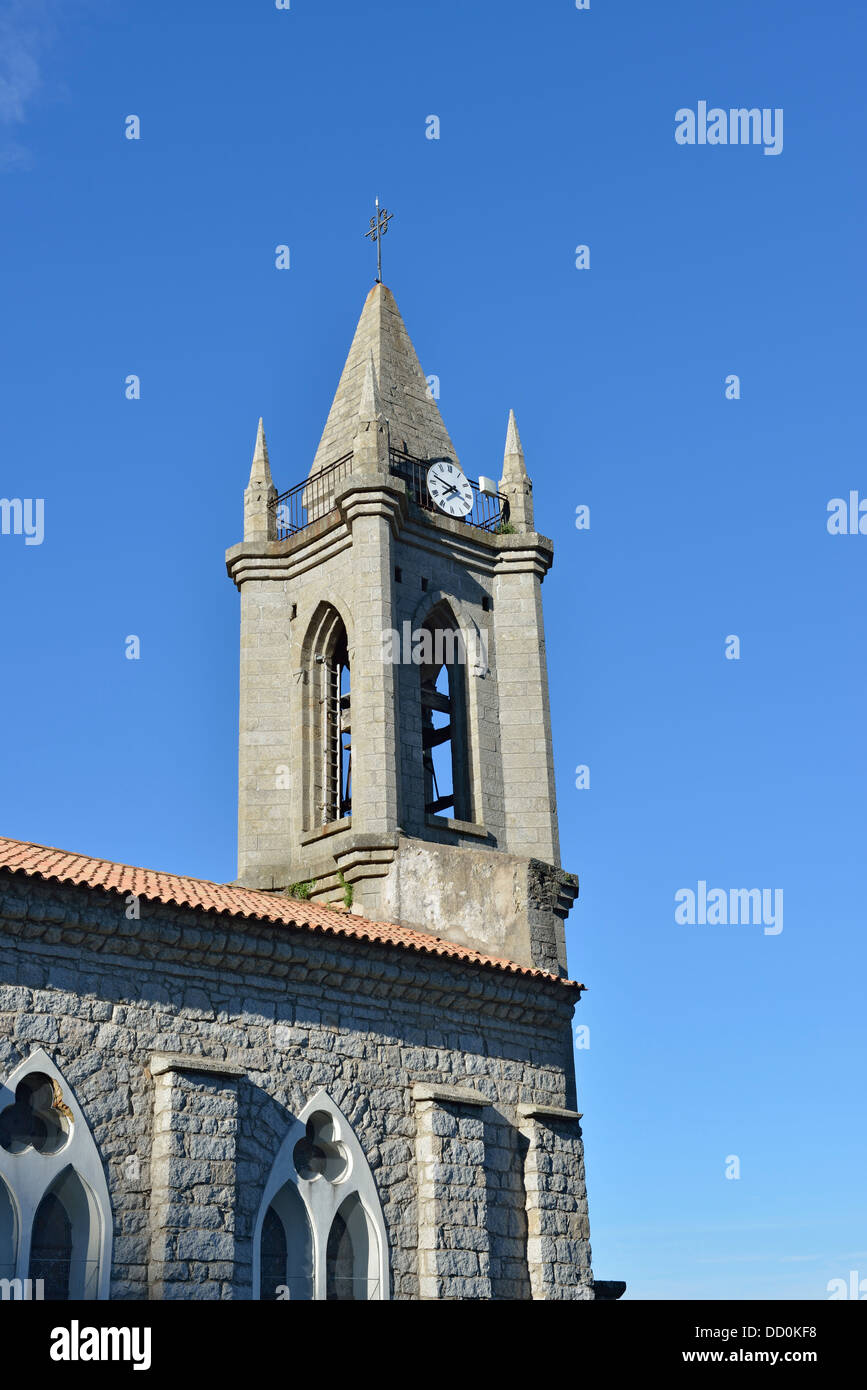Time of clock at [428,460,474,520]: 7:48
